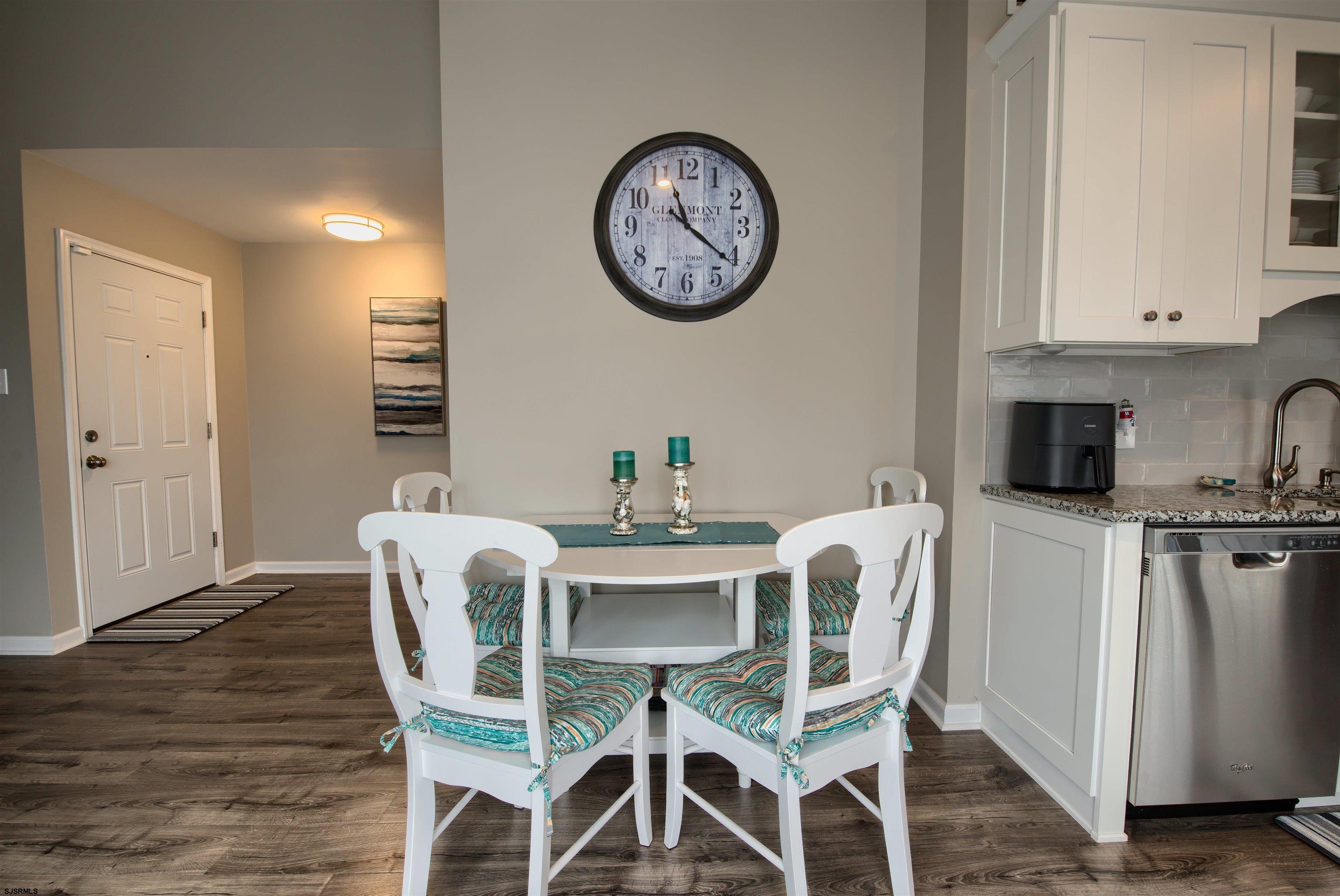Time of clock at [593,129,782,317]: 11:21
